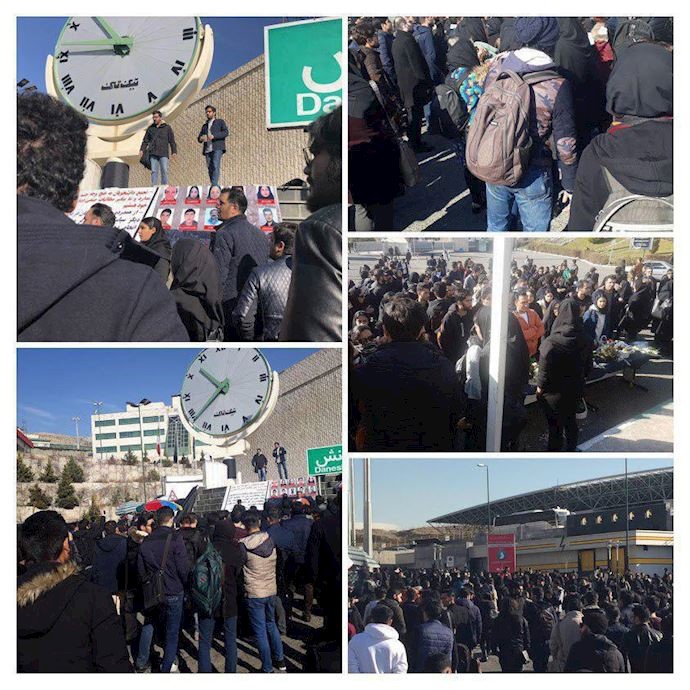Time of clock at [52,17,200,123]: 10:45
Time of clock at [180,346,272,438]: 10:38
